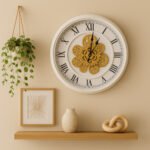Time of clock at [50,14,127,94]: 1:01
